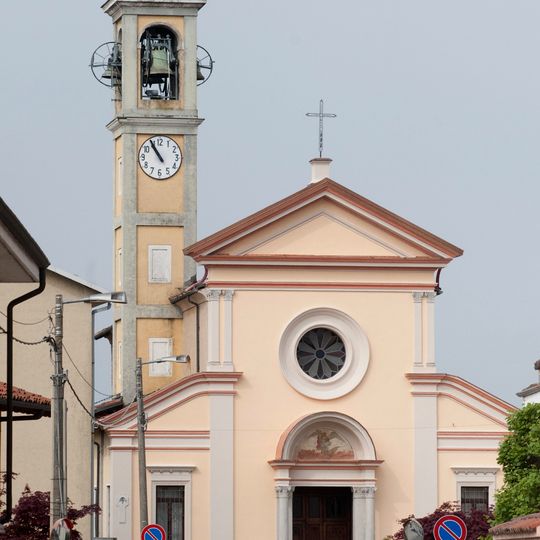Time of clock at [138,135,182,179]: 10:55
